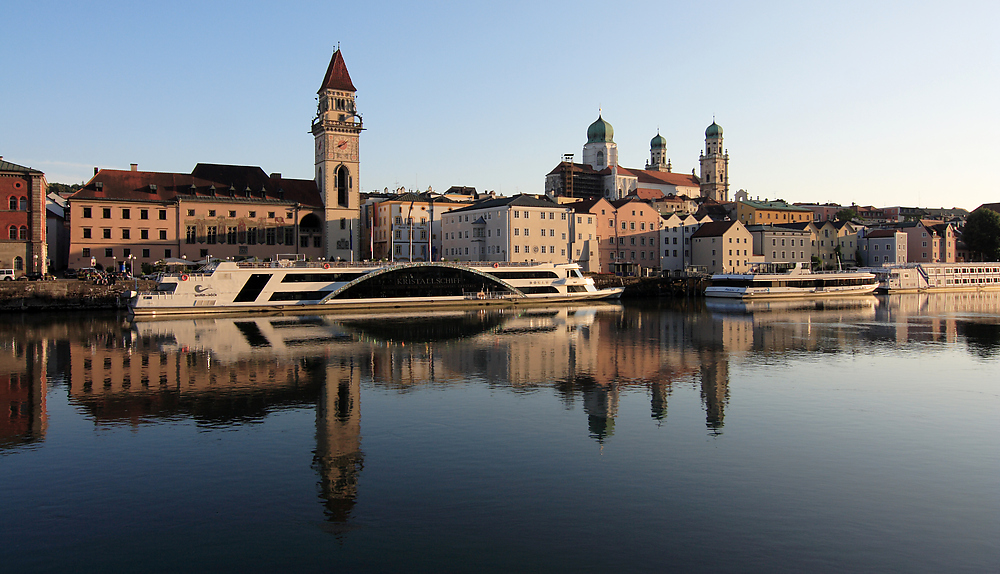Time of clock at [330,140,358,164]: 8:07
